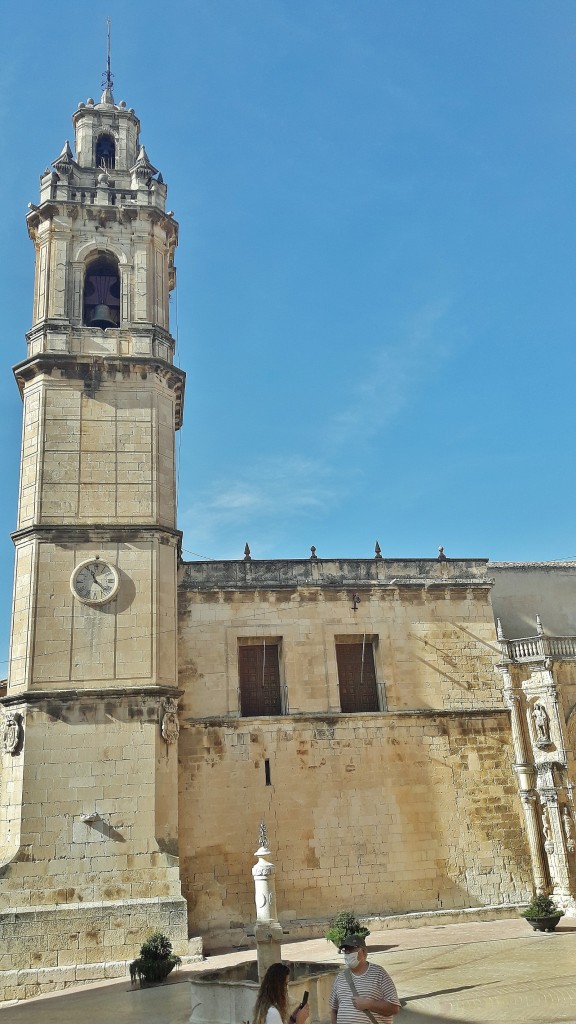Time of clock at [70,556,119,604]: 11:22
